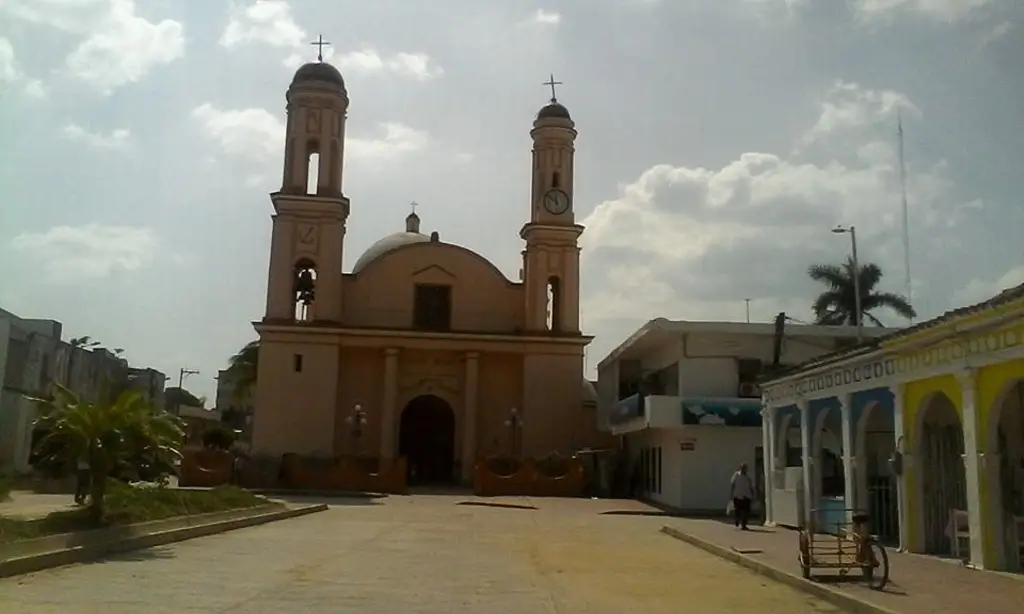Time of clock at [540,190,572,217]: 11:52
